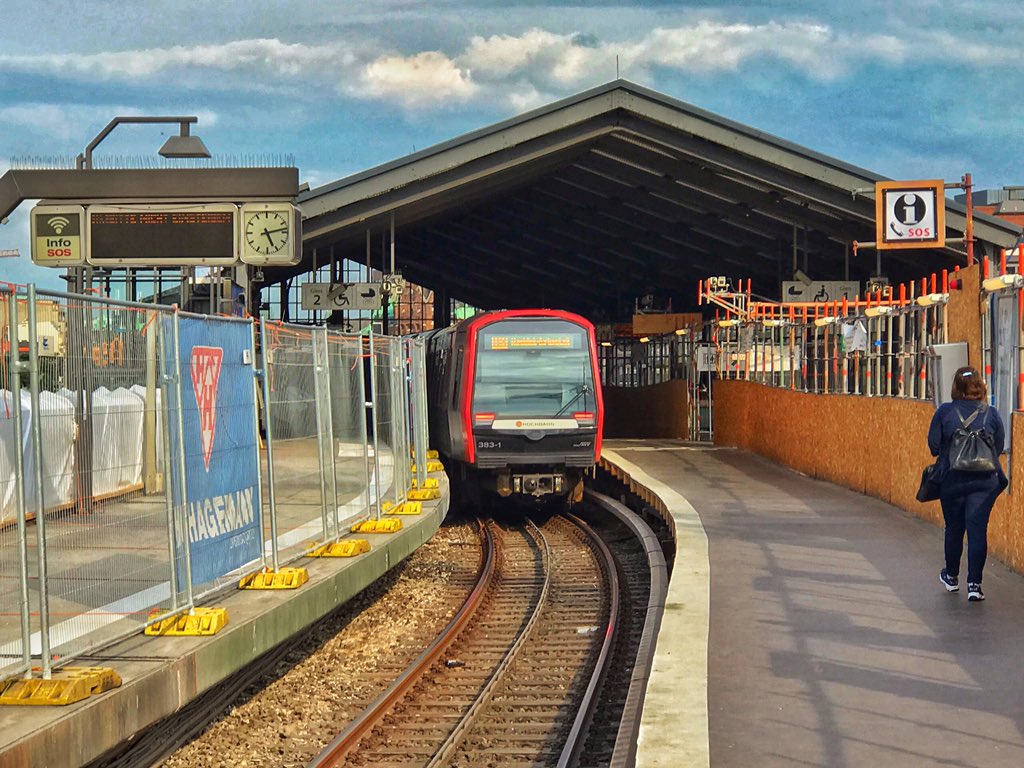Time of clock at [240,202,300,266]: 5:13
